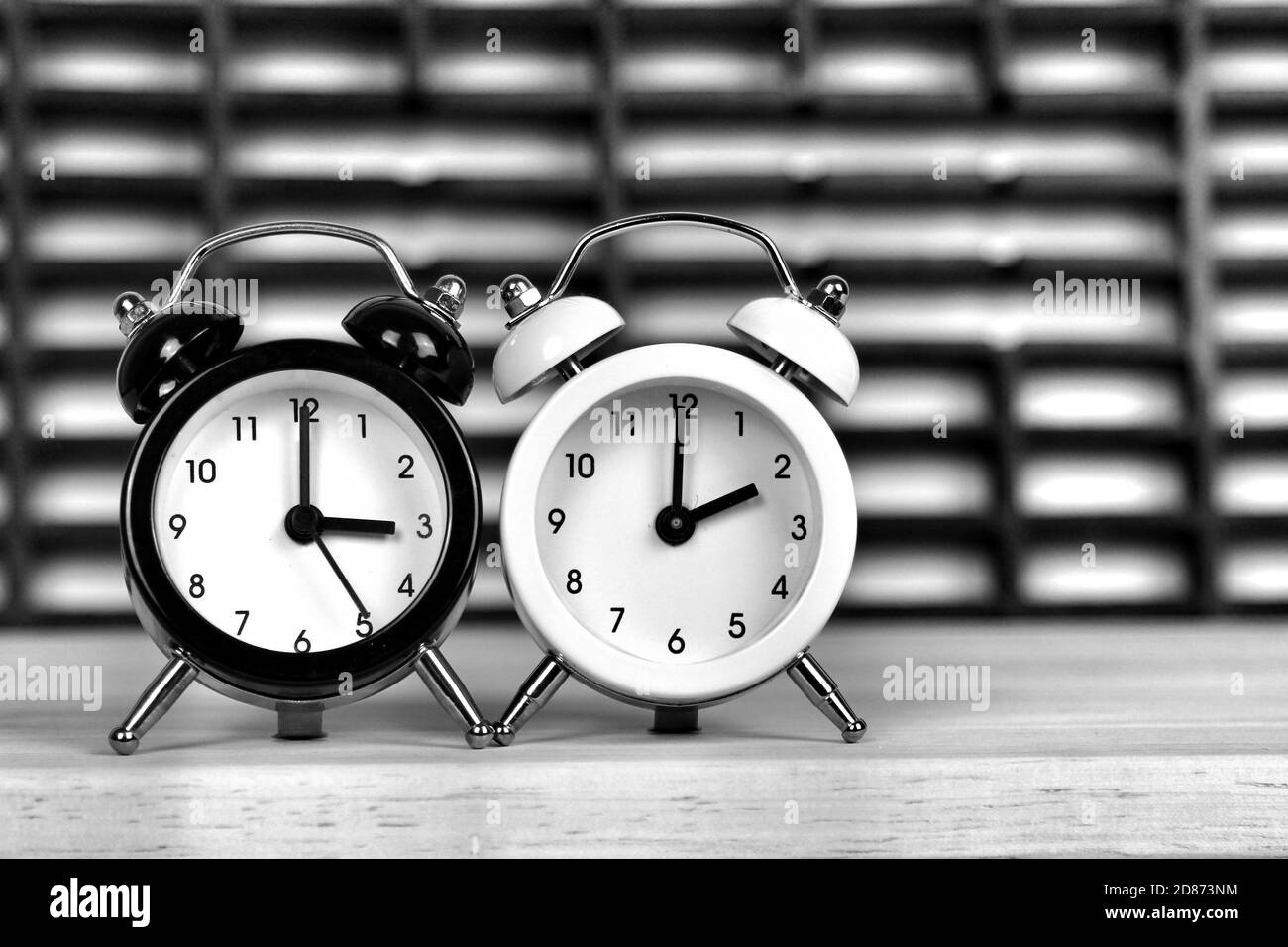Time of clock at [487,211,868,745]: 2:00
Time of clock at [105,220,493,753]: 3:00
